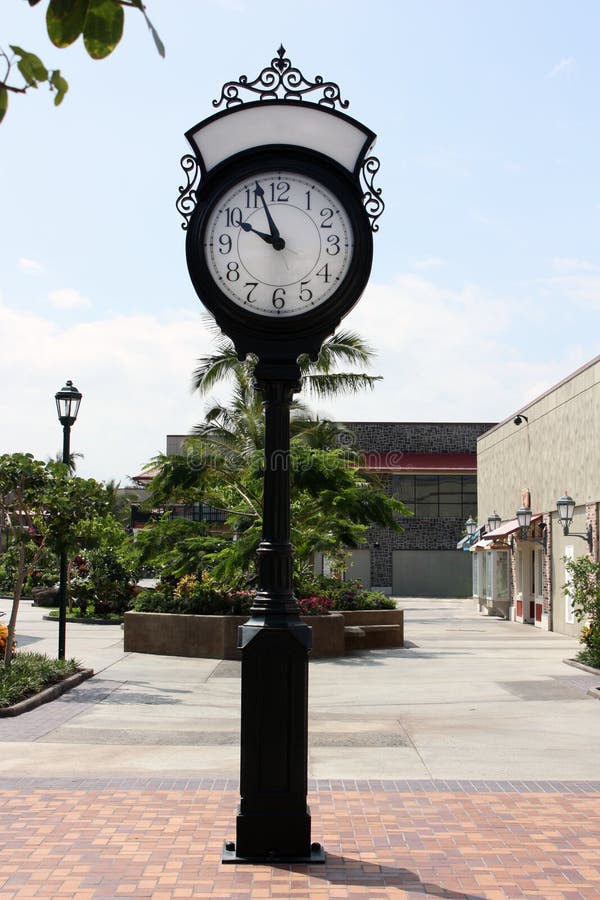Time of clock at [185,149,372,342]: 9:56
